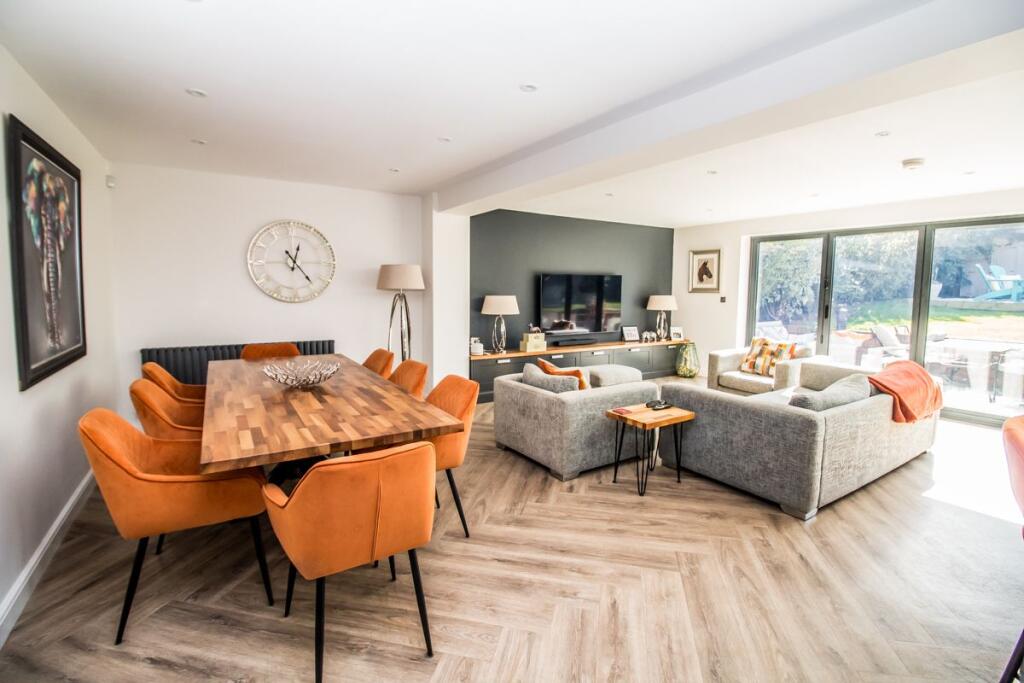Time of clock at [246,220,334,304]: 12:23
